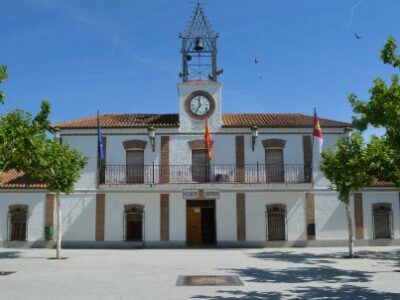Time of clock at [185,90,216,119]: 11:35
